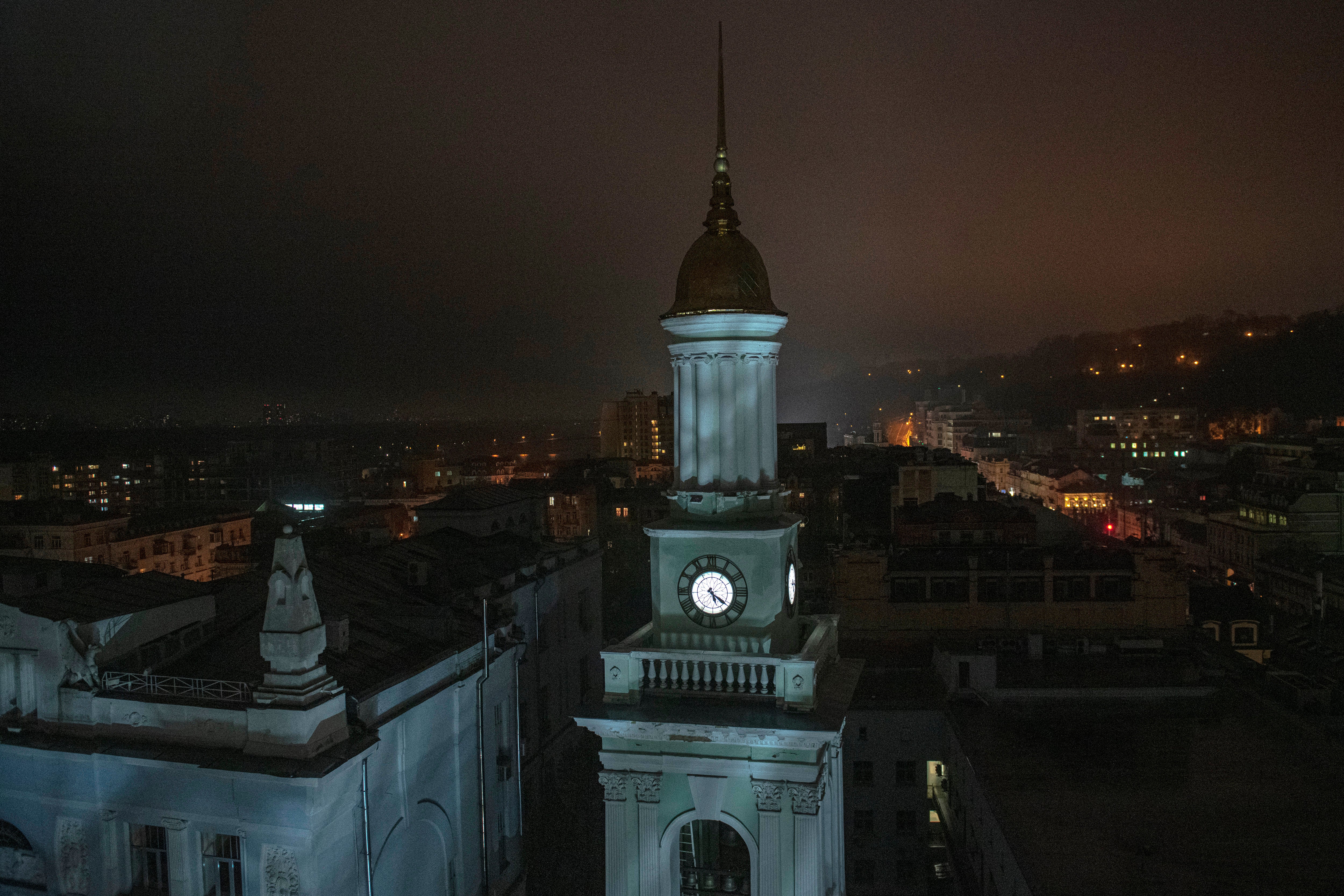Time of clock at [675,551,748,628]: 5:21
